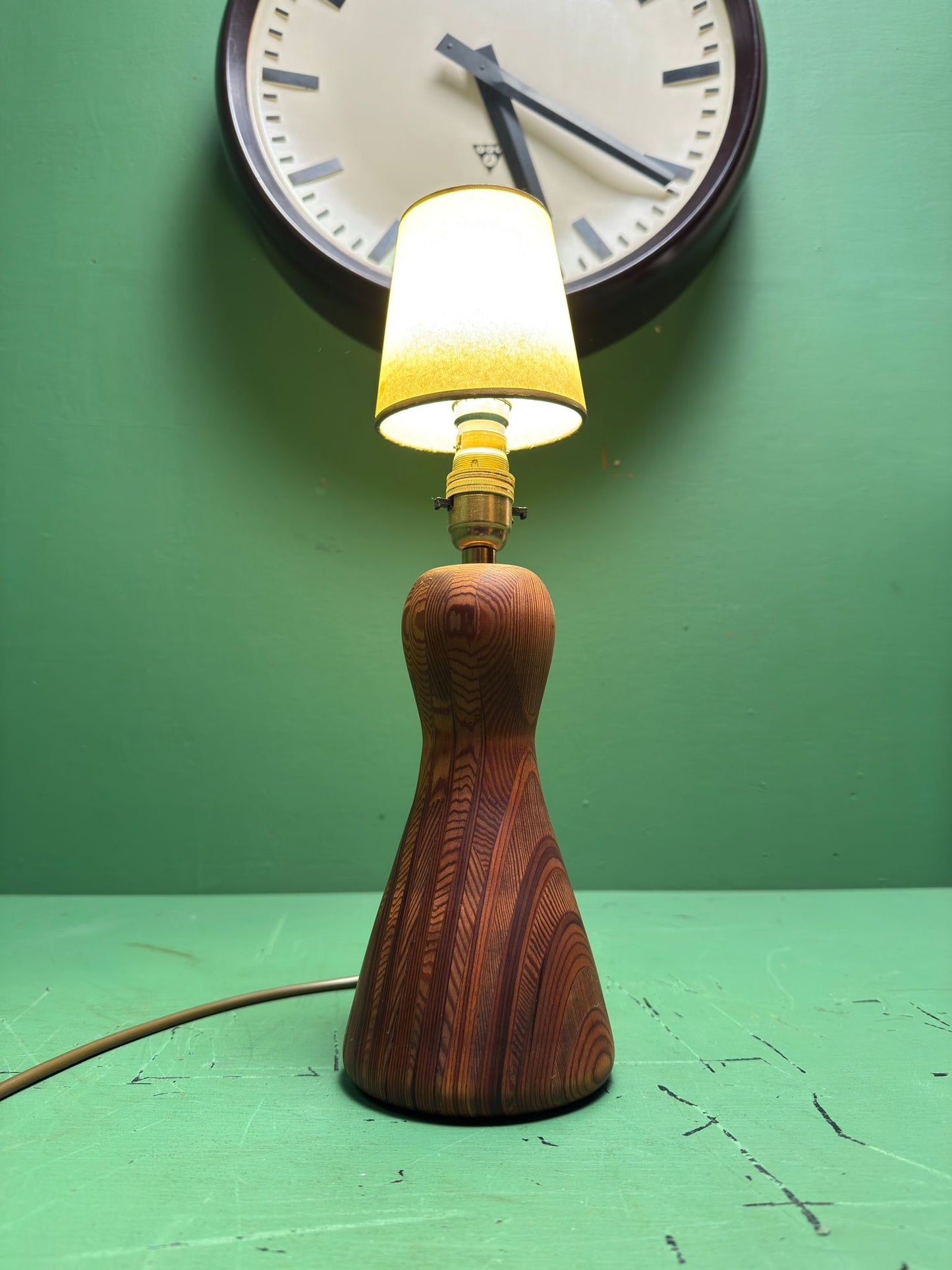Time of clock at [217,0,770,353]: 5:20
